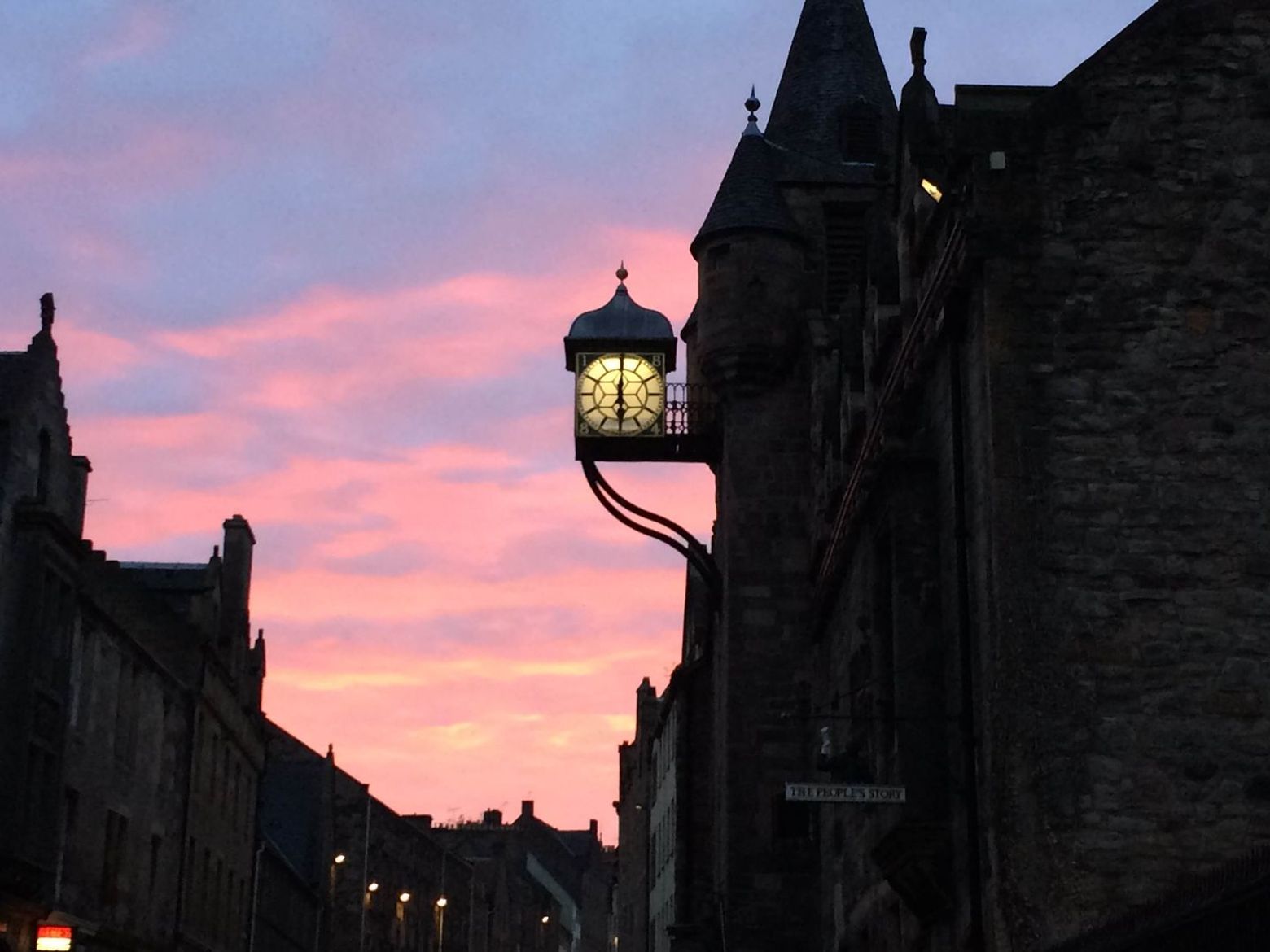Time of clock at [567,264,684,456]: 6:00
